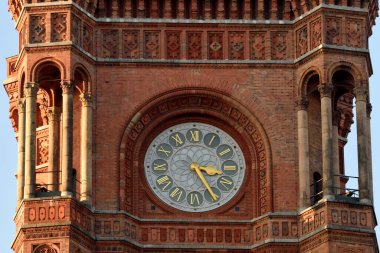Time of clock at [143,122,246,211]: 3:24
